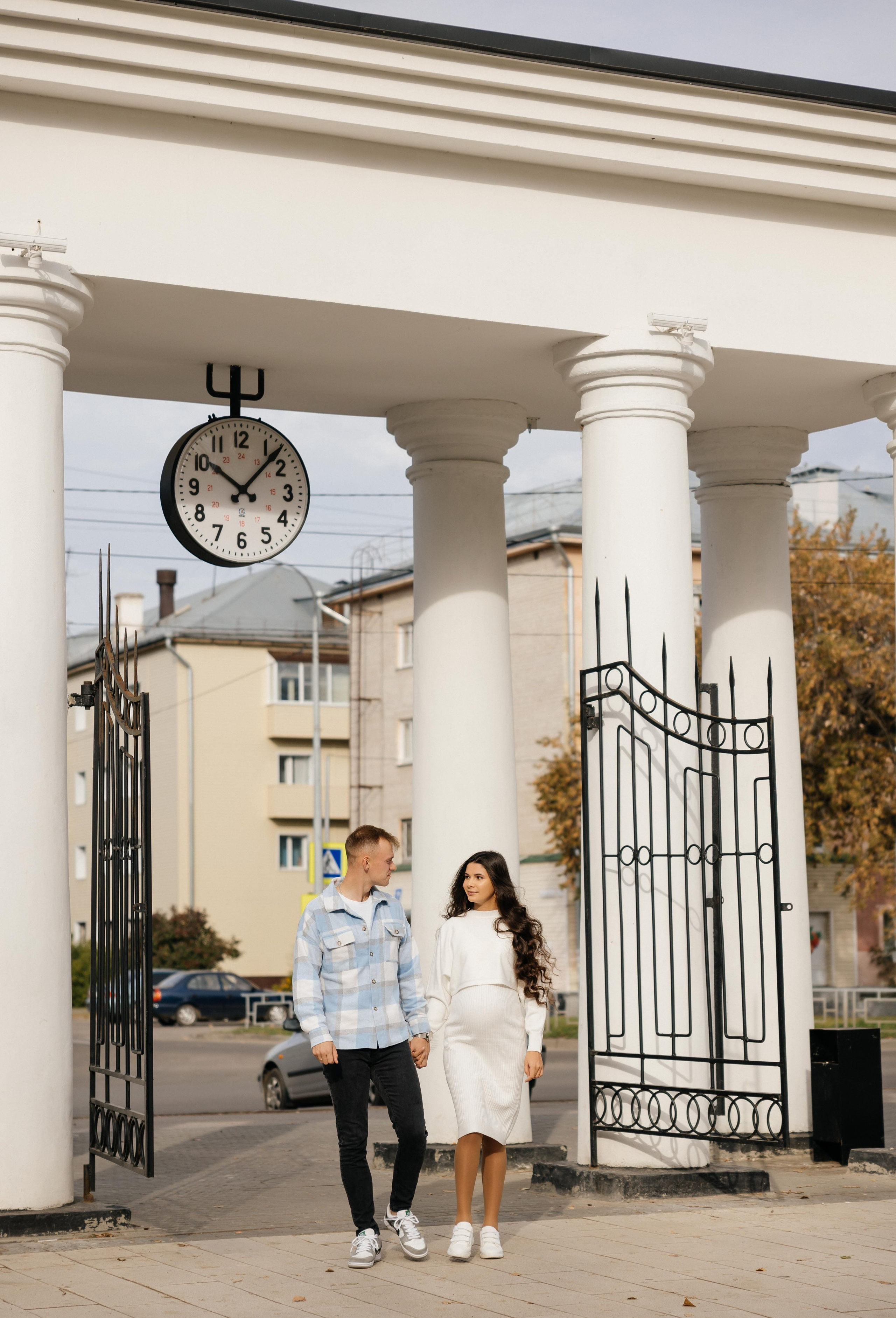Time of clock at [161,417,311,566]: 10:07
